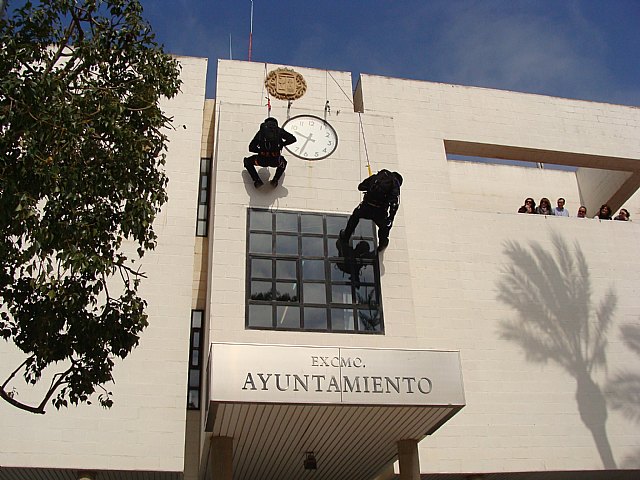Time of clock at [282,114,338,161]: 9:32
